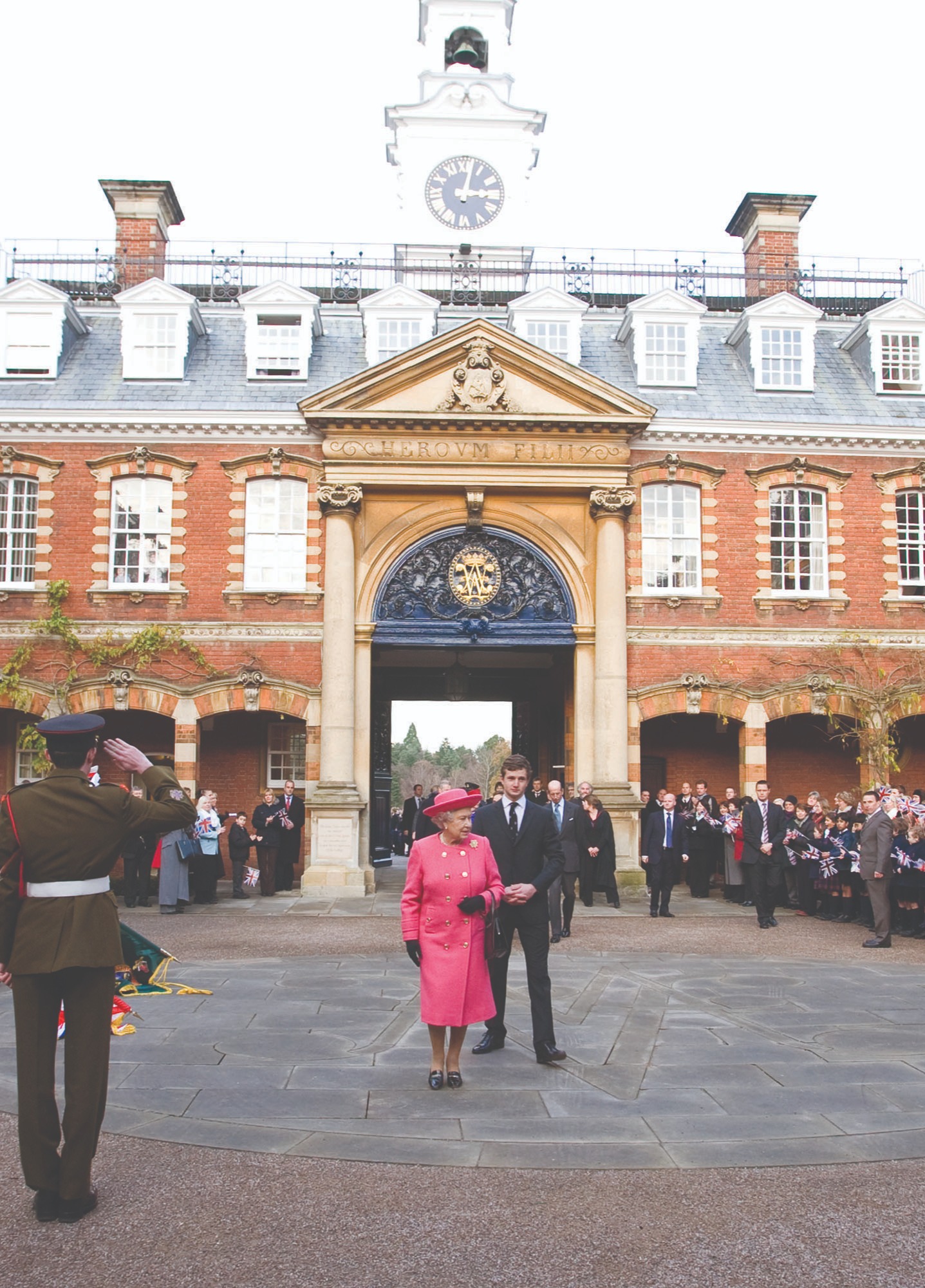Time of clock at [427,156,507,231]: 3:02
